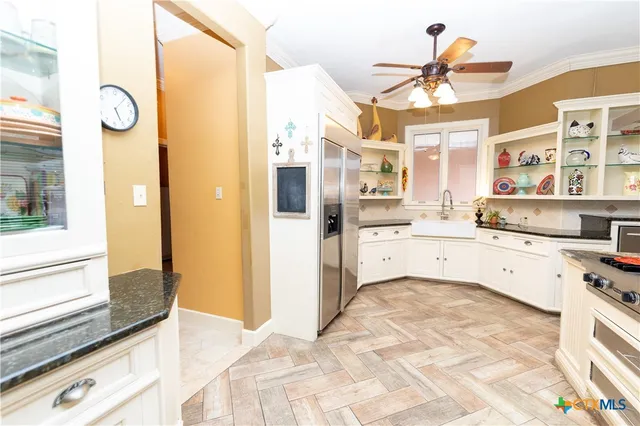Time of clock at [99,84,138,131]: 5:06
